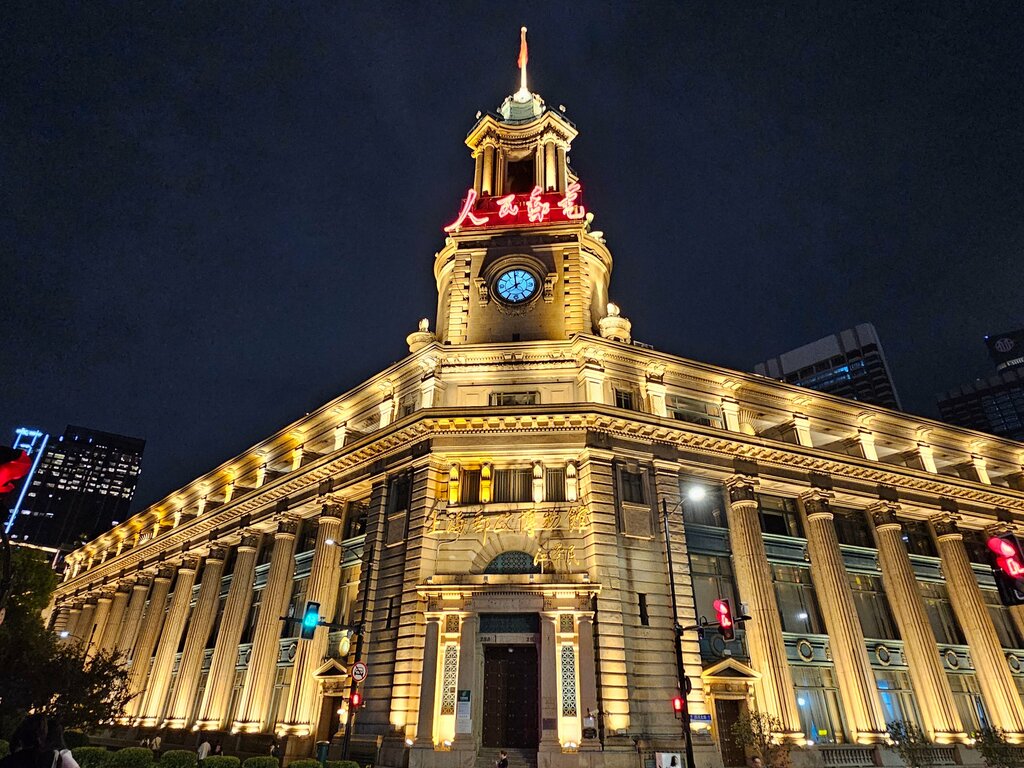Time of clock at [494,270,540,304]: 7:58
